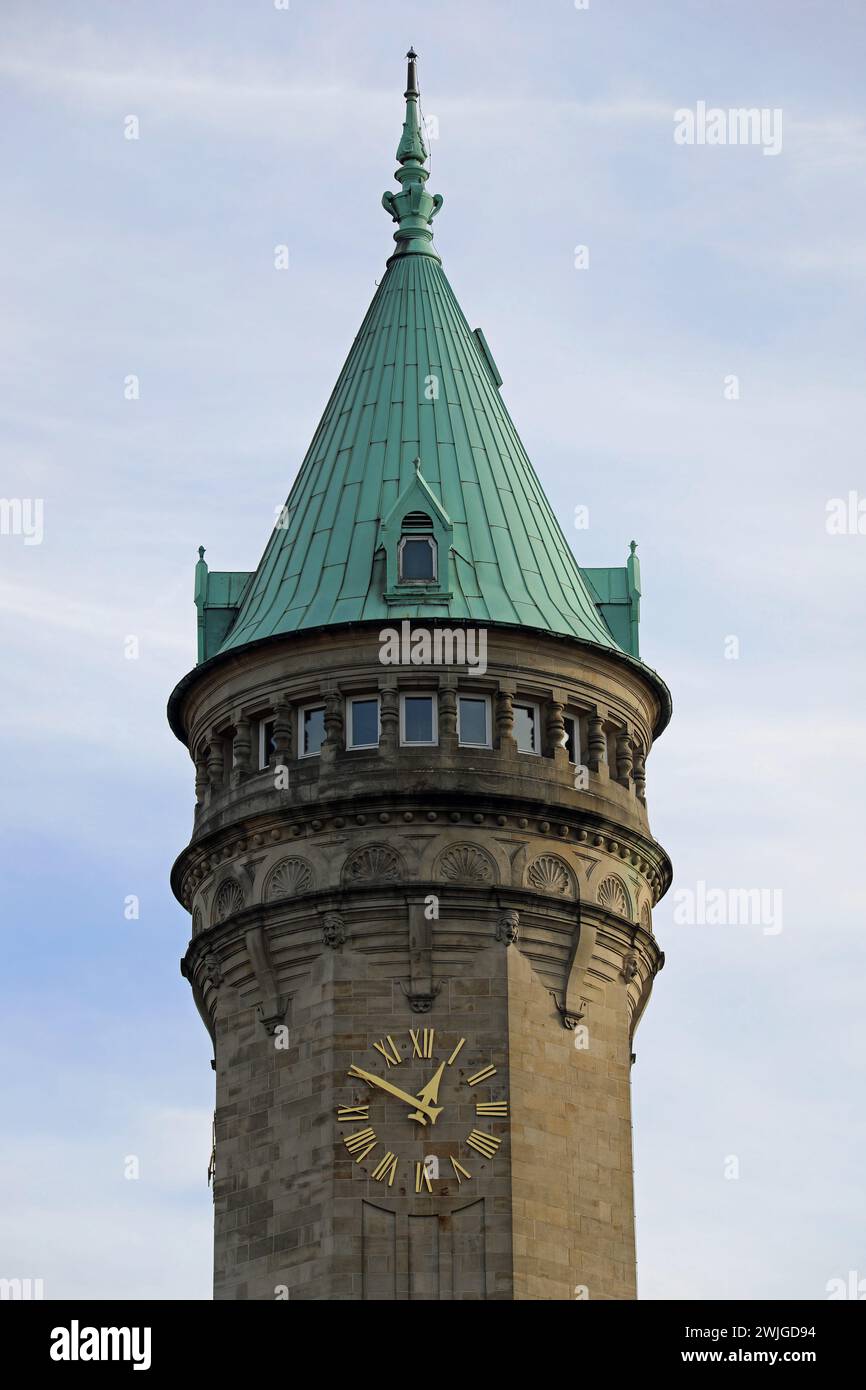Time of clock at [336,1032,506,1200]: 12:50
